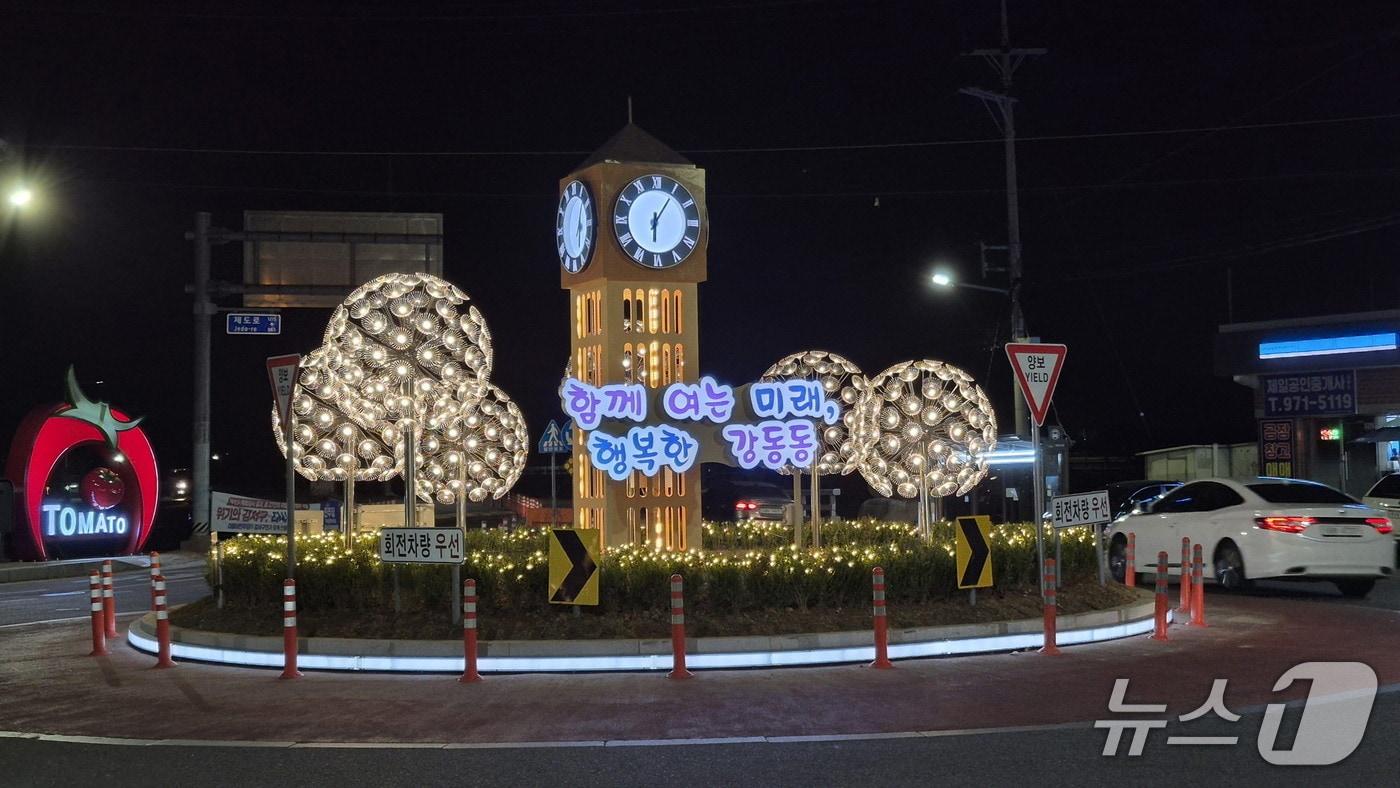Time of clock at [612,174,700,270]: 6:05
